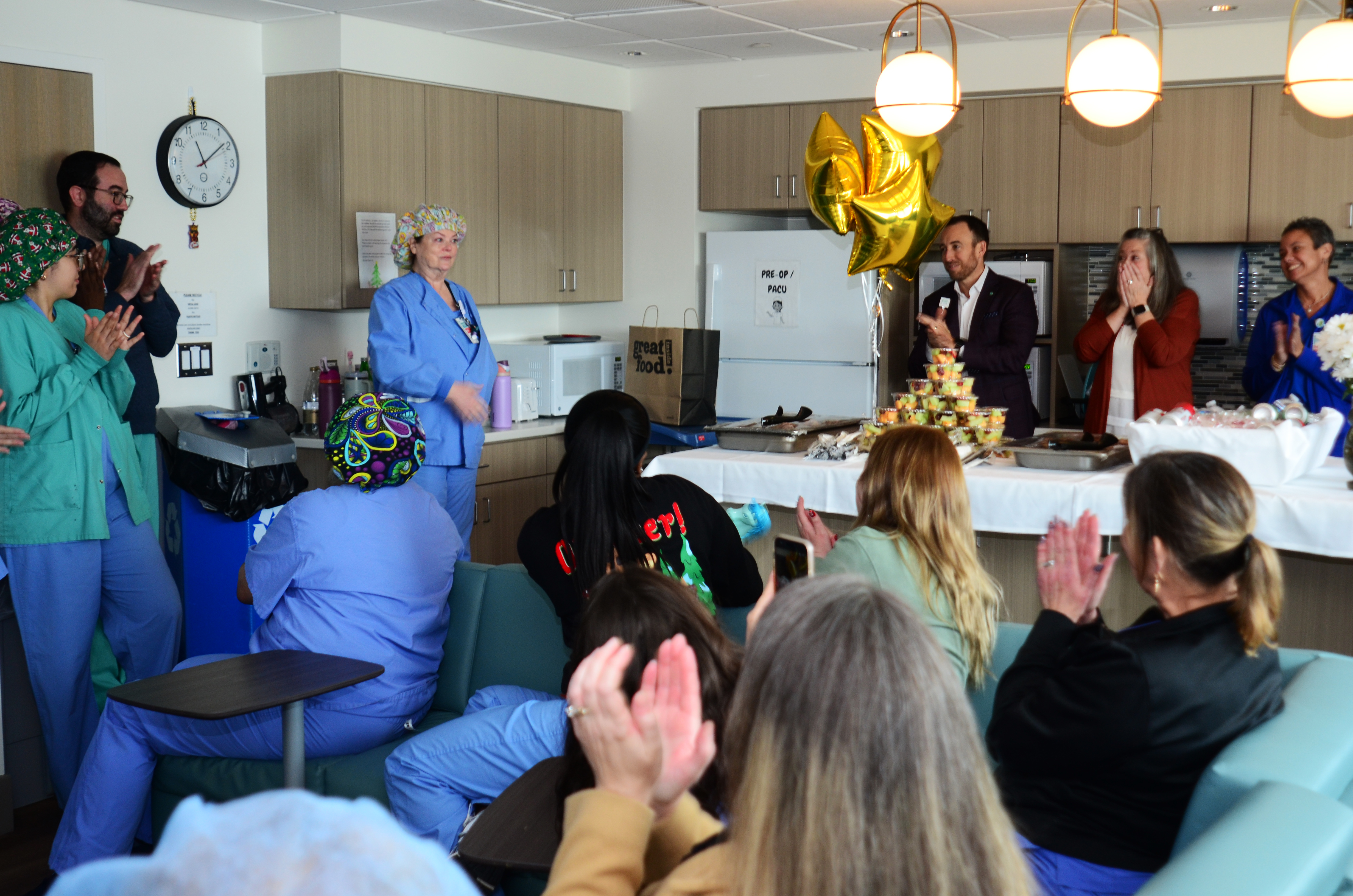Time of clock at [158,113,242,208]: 11:08
